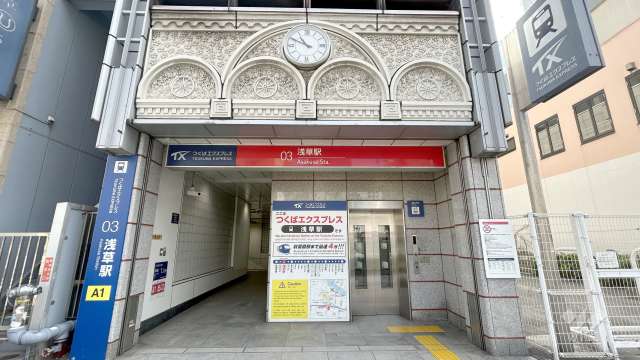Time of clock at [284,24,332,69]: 10:50
